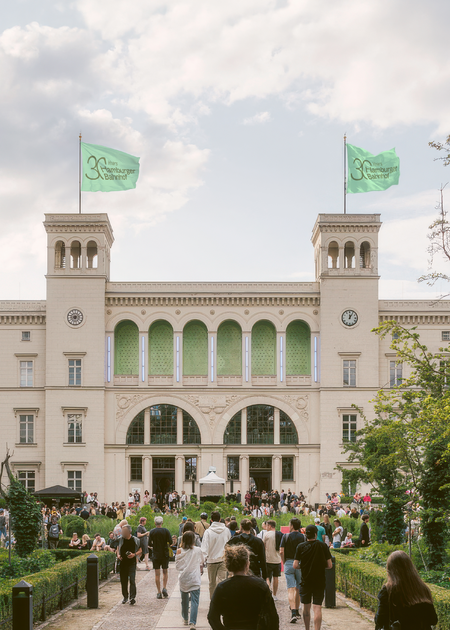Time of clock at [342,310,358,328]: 12:05
